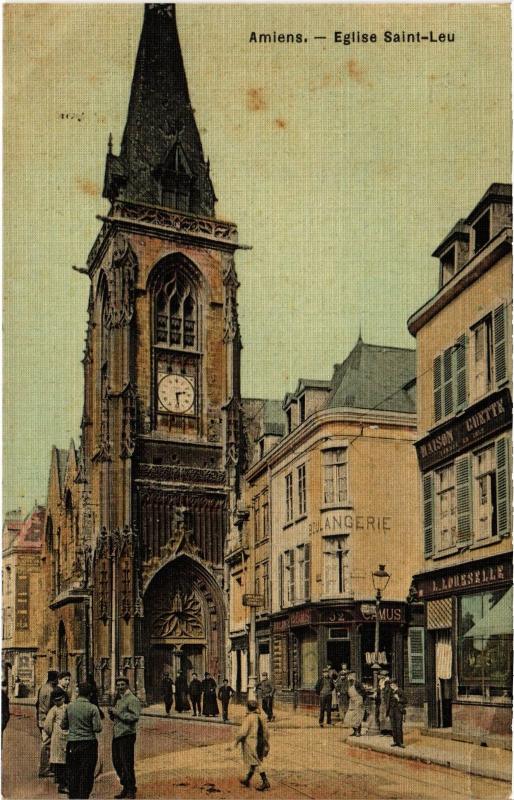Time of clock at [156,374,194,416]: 2:28
